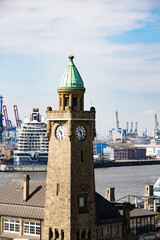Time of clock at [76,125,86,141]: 10:28
